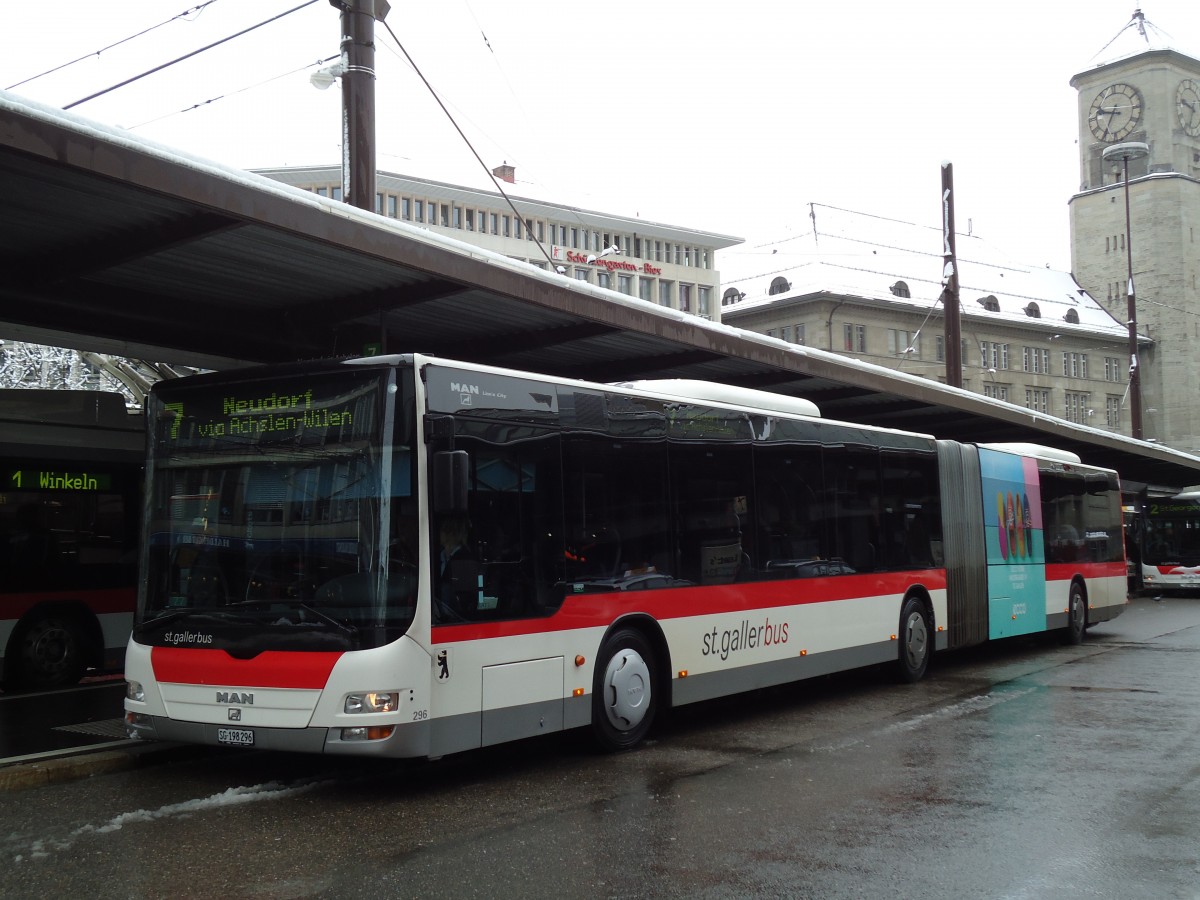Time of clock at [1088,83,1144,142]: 9:34
